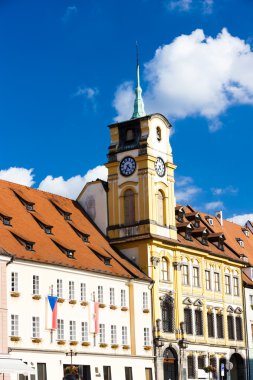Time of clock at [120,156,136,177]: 4:35
